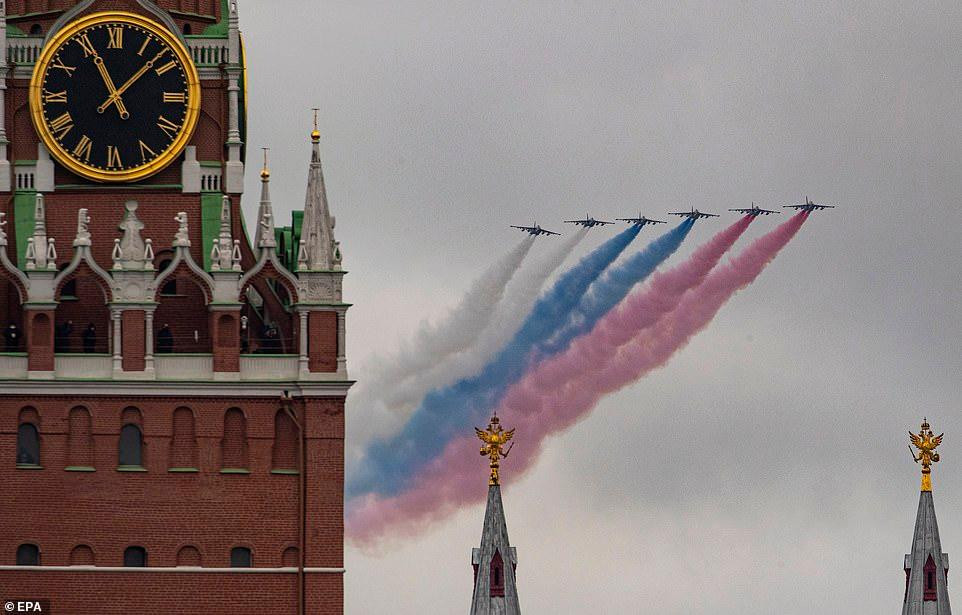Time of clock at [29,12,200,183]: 11:07
